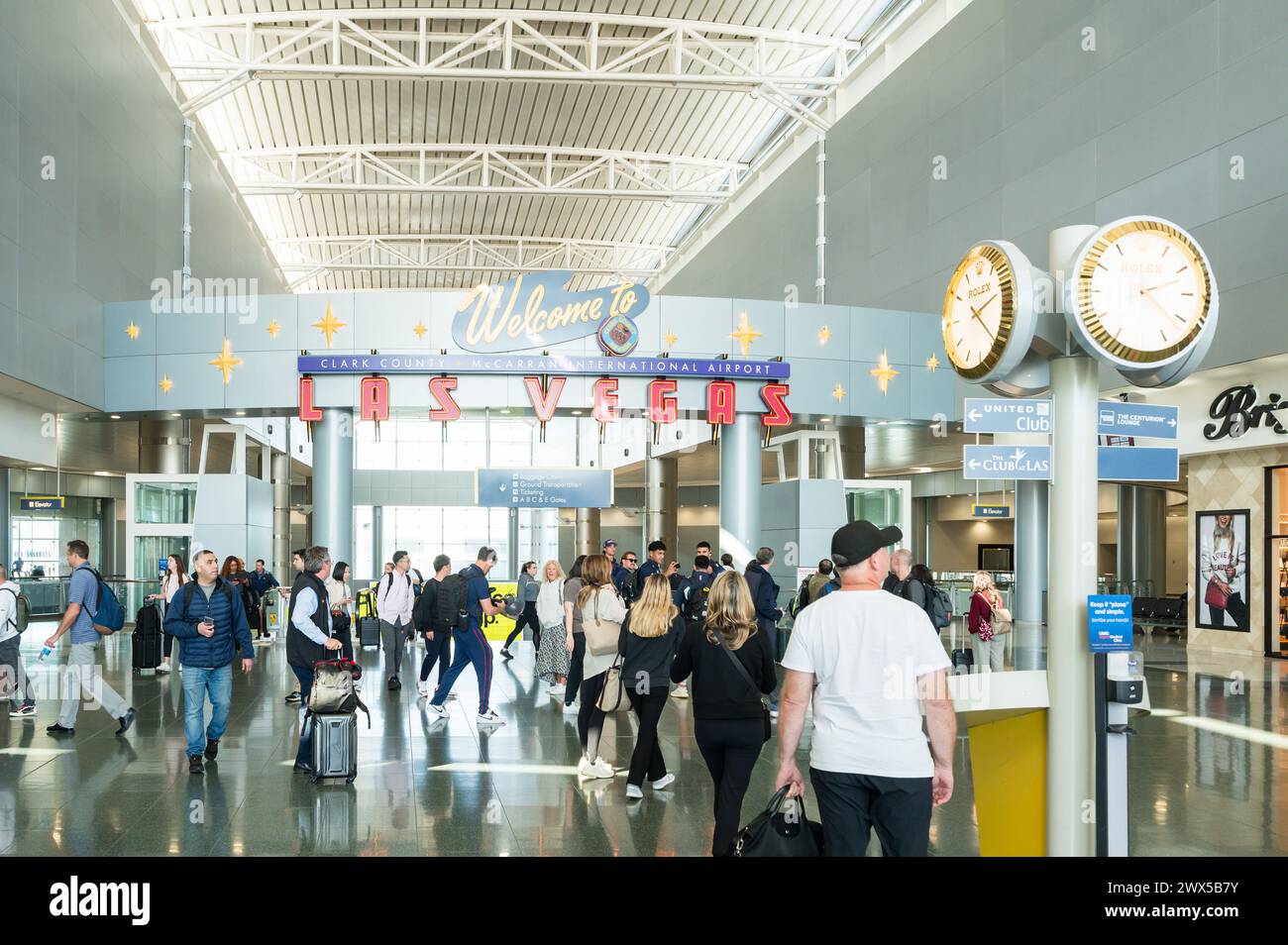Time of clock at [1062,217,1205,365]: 2:21
